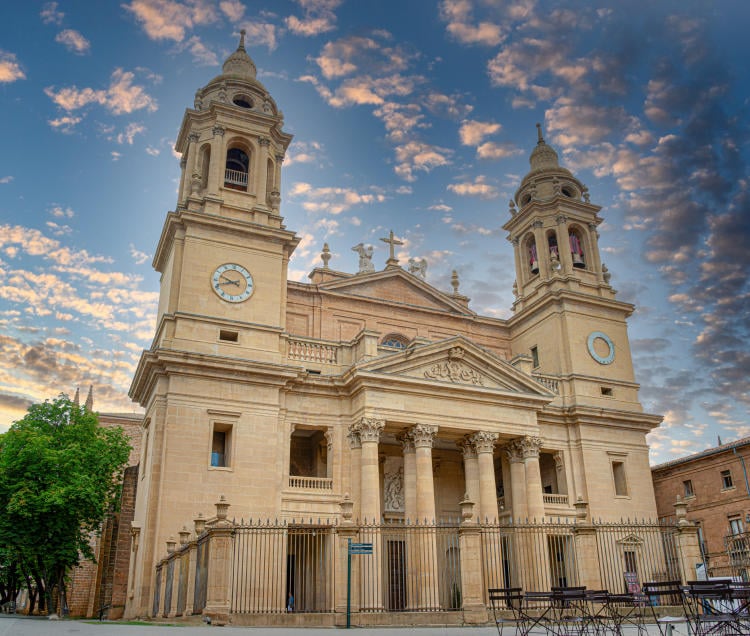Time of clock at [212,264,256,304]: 9:41
